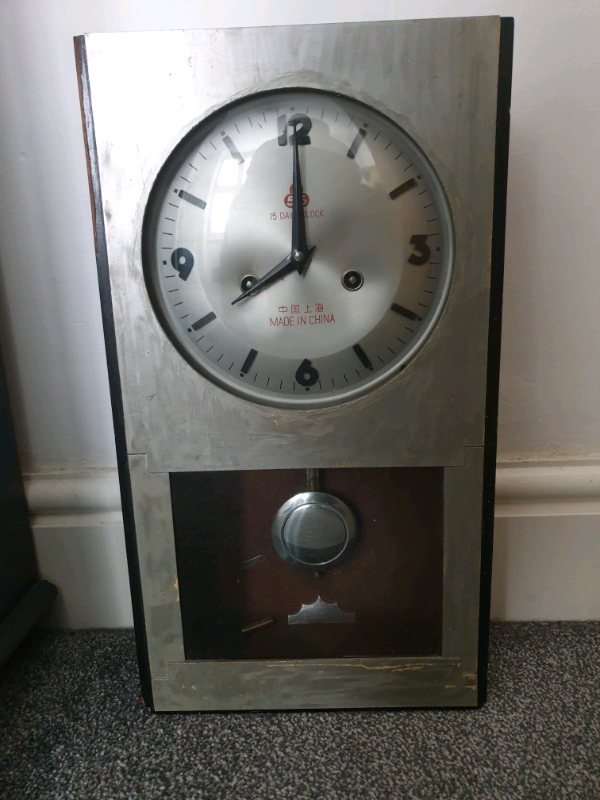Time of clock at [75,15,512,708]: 8:00
